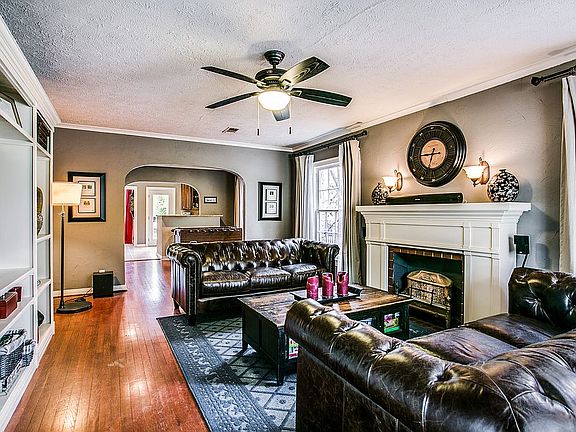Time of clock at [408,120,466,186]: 6:46
